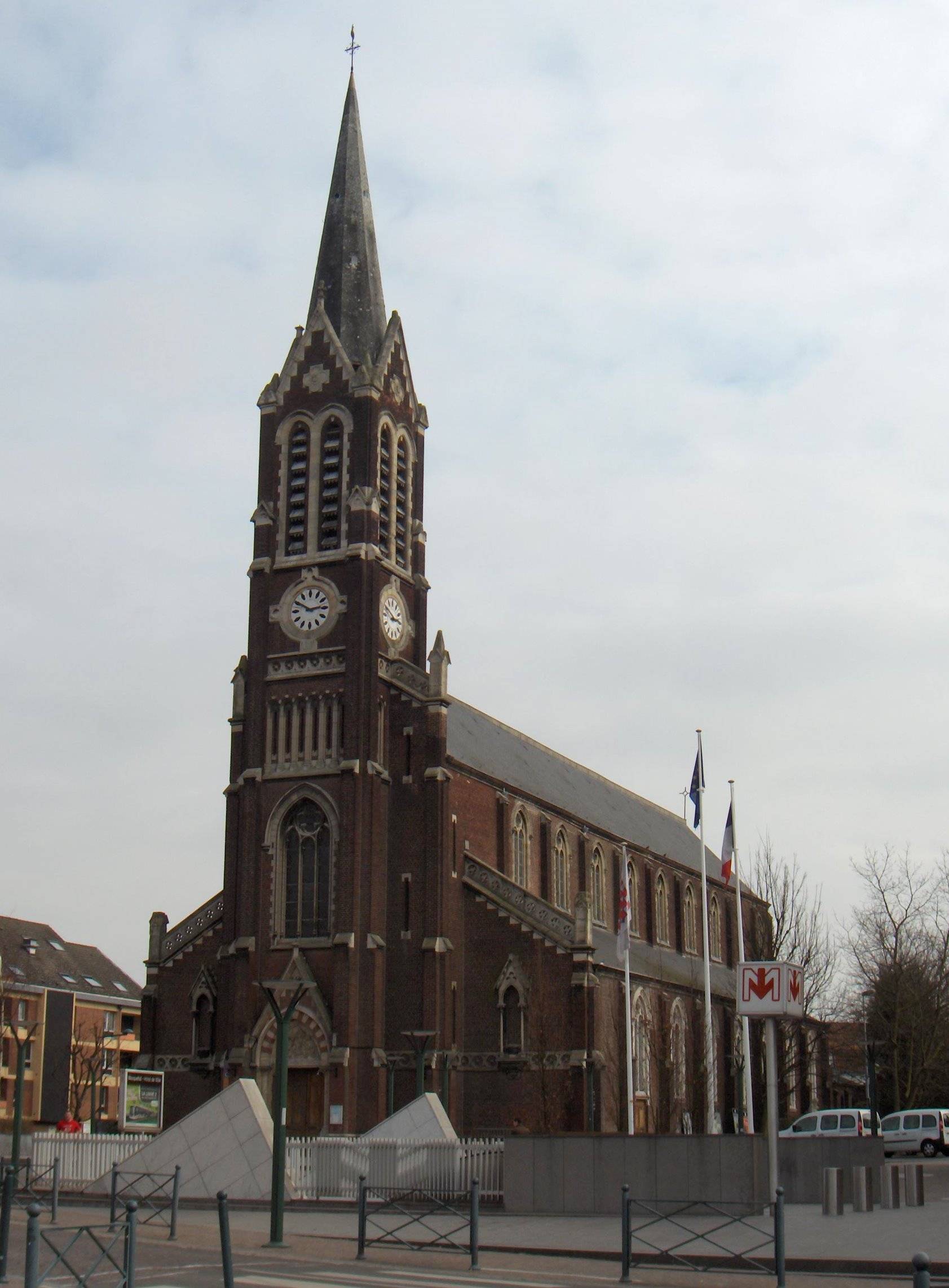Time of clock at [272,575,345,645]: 2:49
